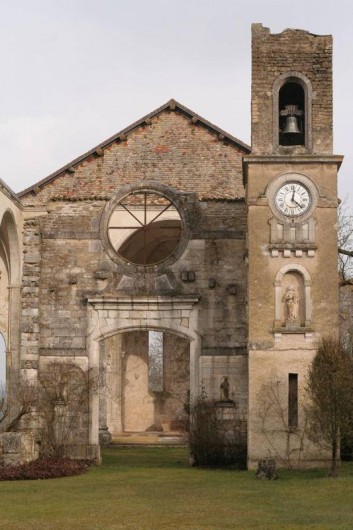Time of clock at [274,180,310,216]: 12:22
